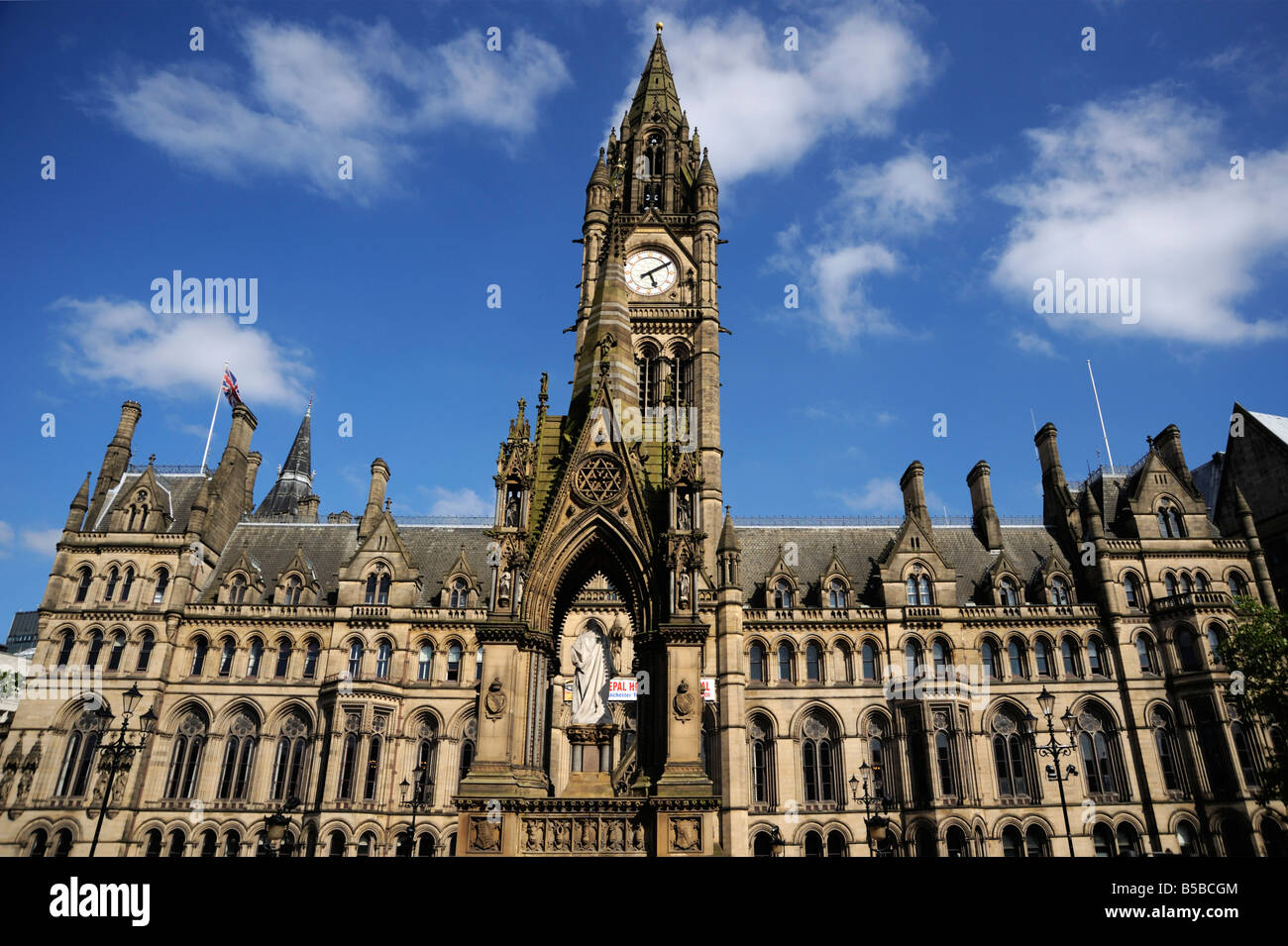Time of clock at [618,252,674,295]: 5:09
